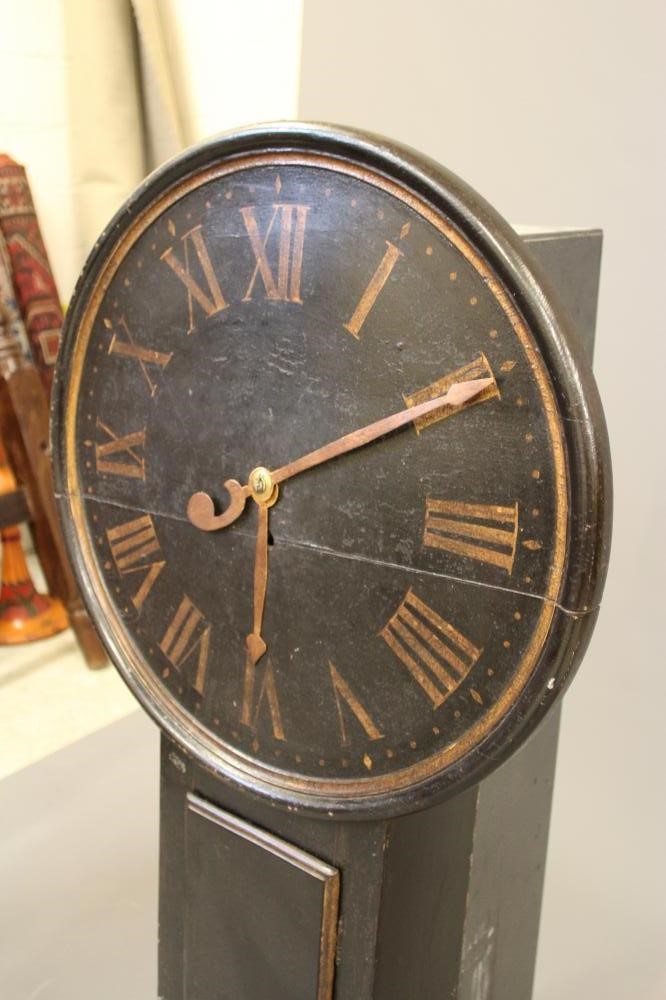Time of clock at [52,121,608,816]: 6:10
